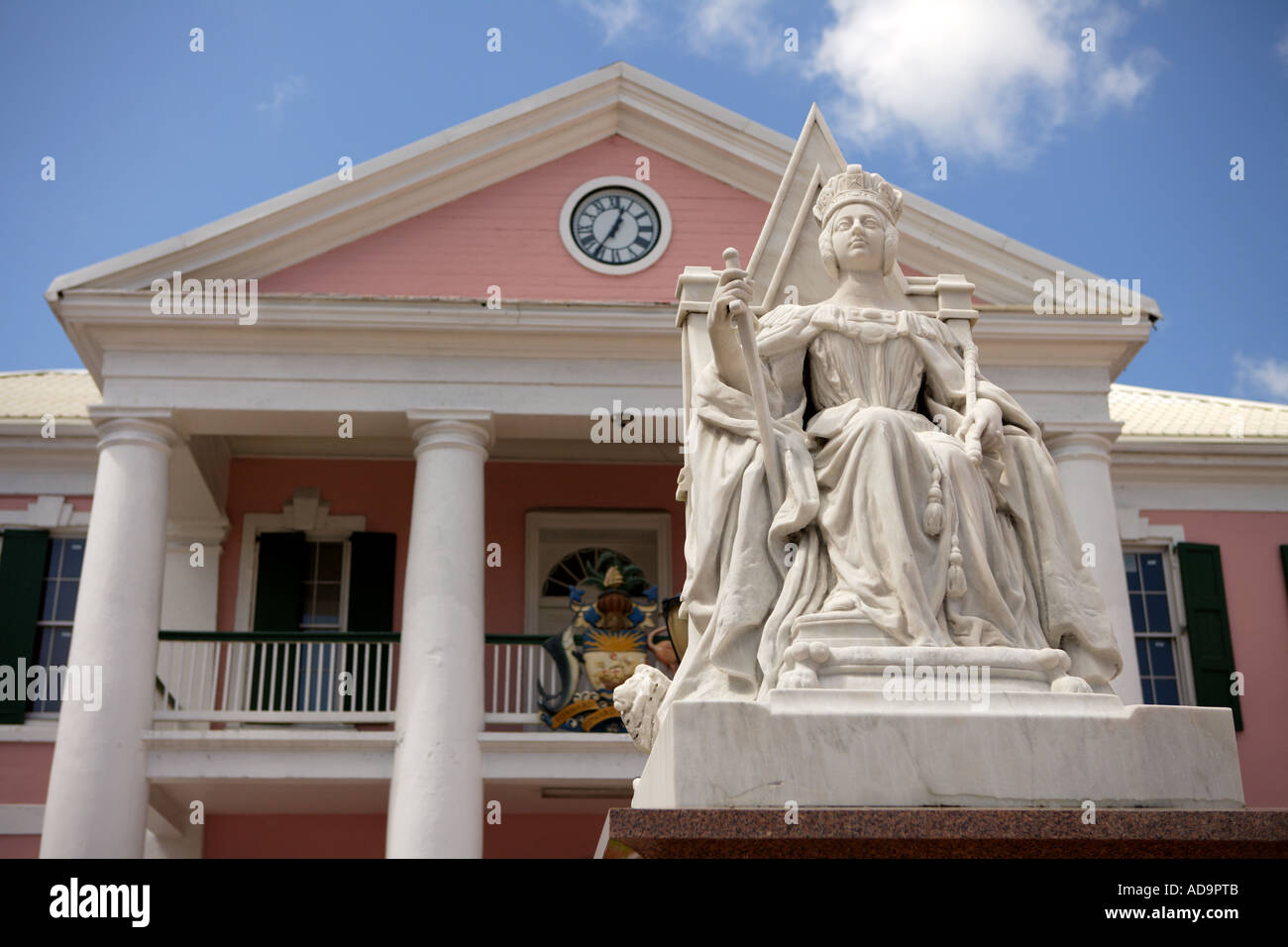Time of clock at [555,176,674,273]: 12:35
